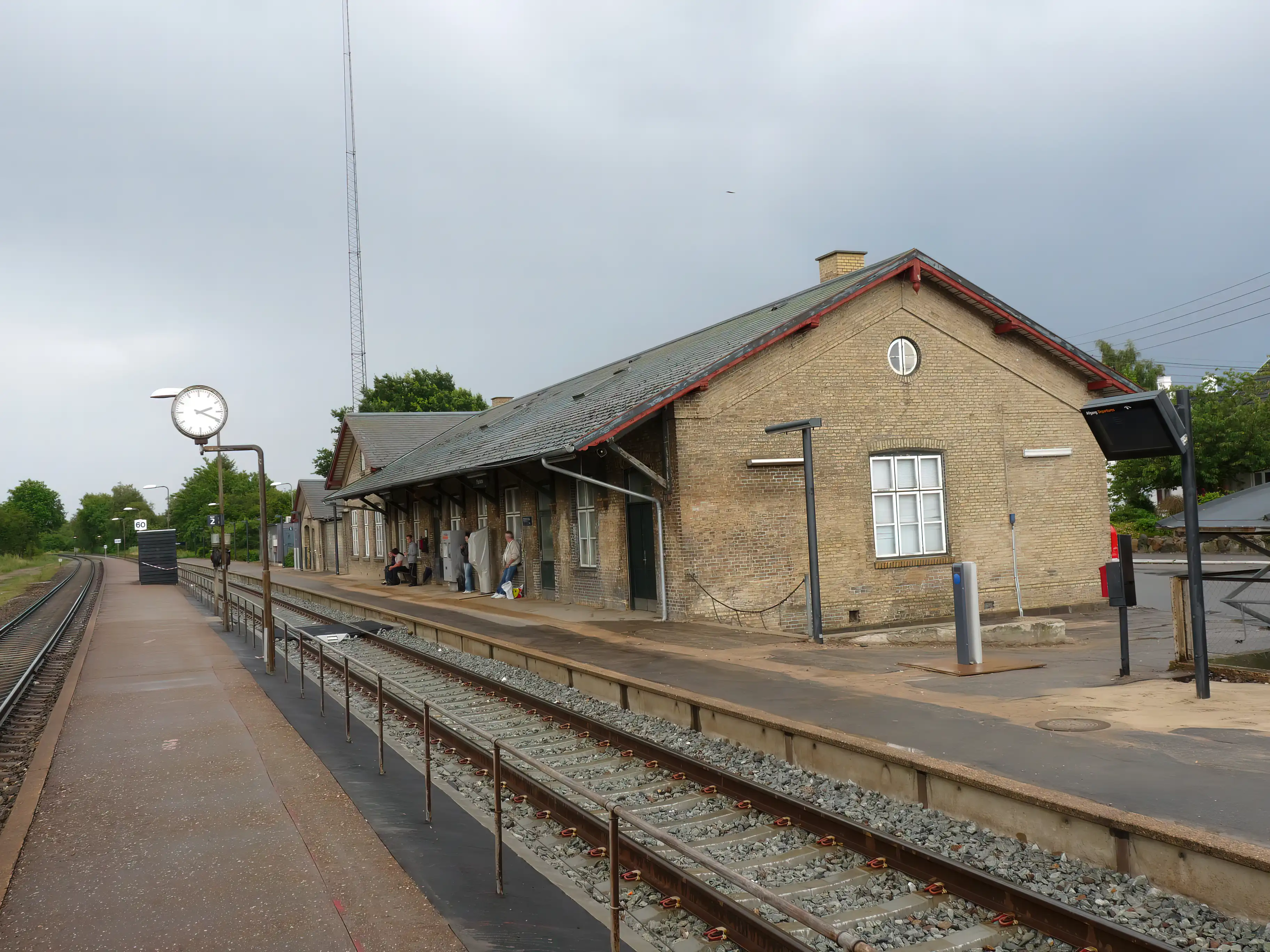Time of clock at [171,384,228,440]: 2:19
